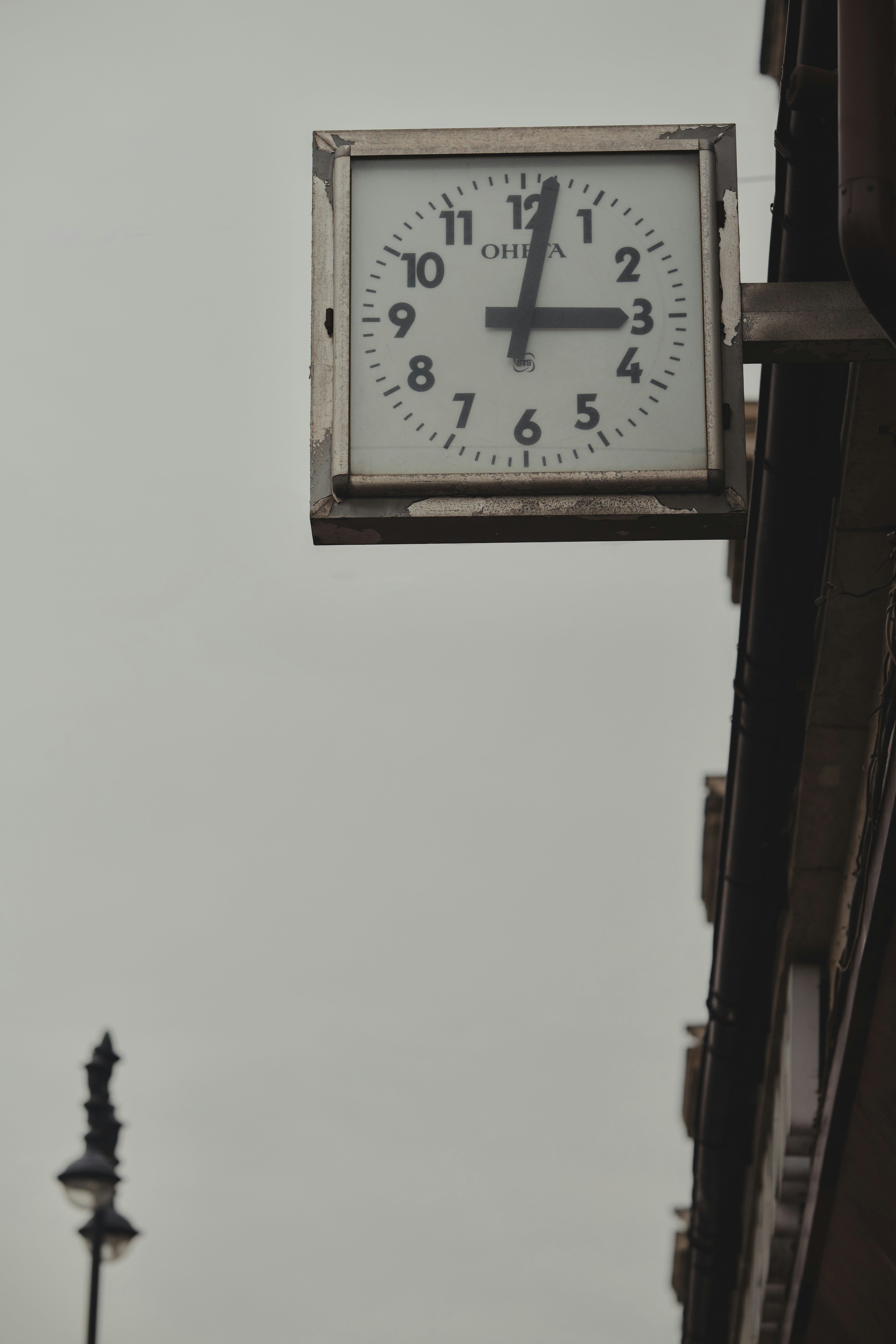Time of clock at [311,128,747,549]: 3:01
